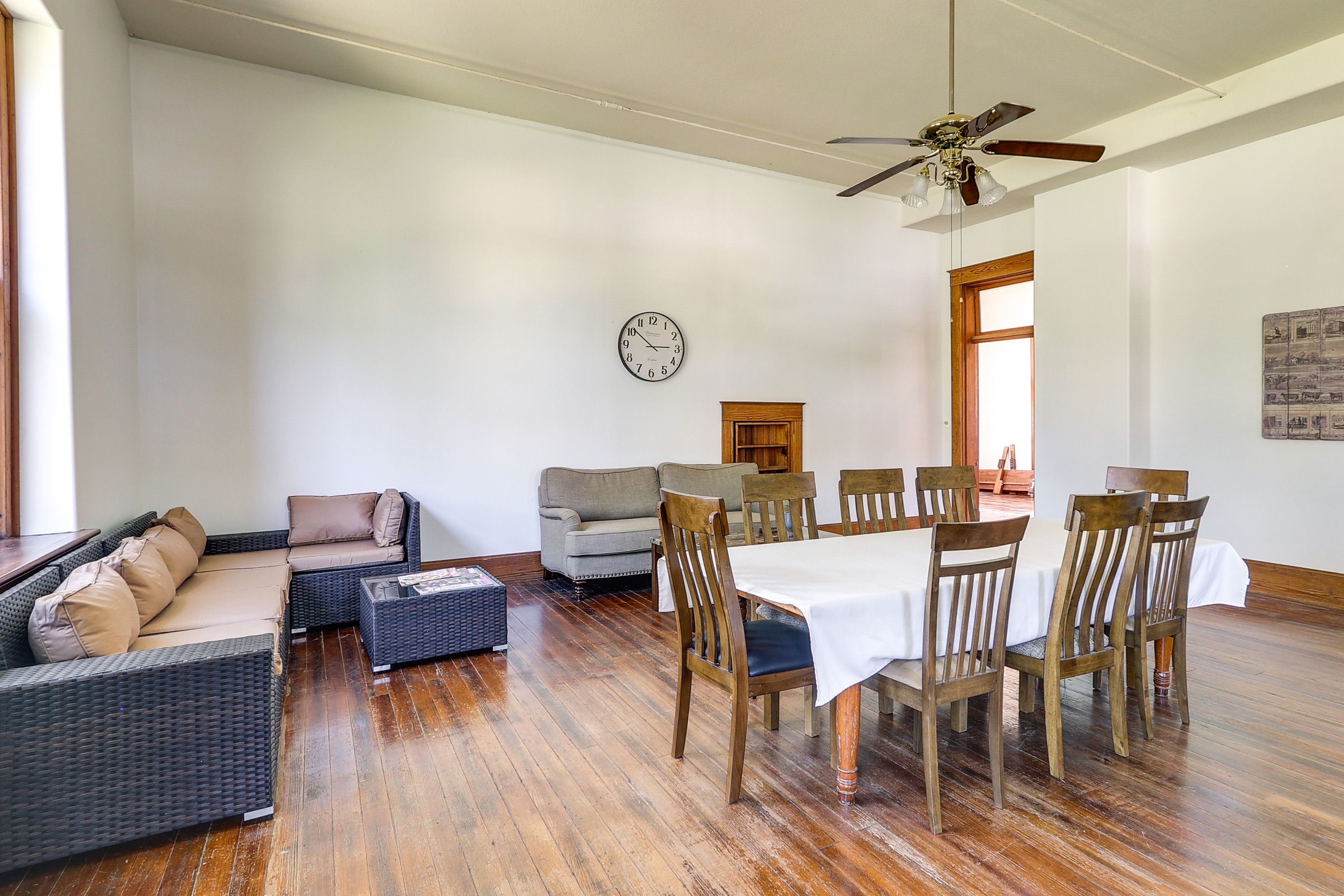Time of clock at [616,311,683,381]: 2:51
